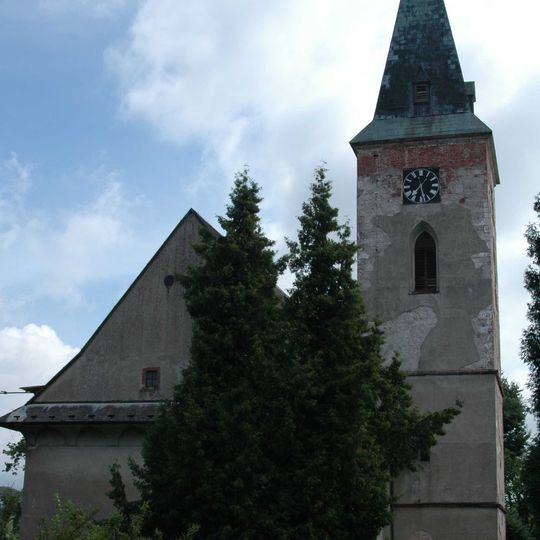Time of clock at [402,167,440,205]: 7:28
